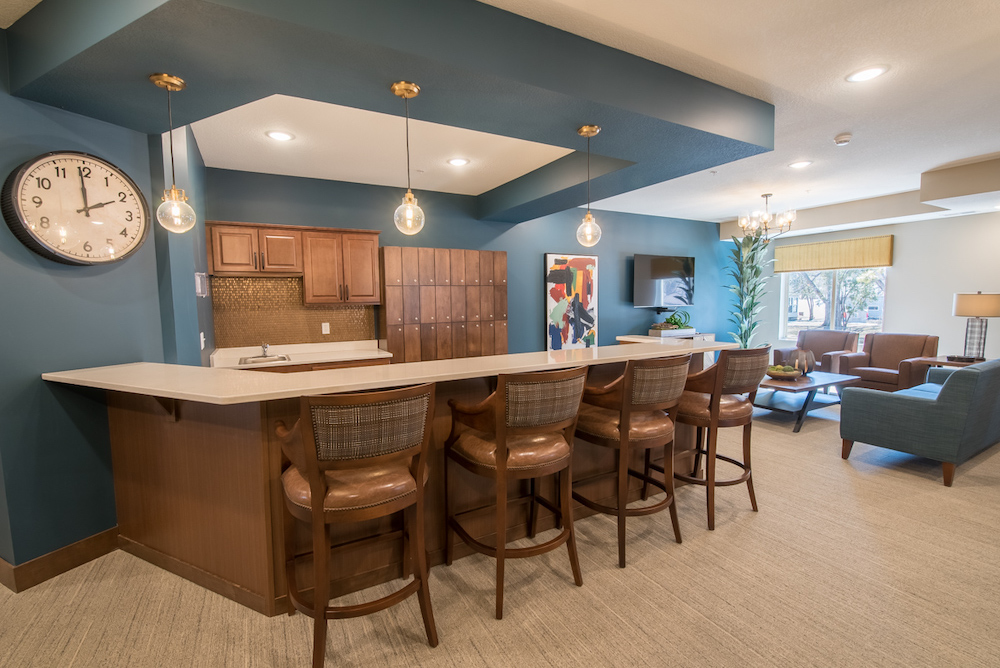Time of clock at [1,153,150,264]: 1:59
